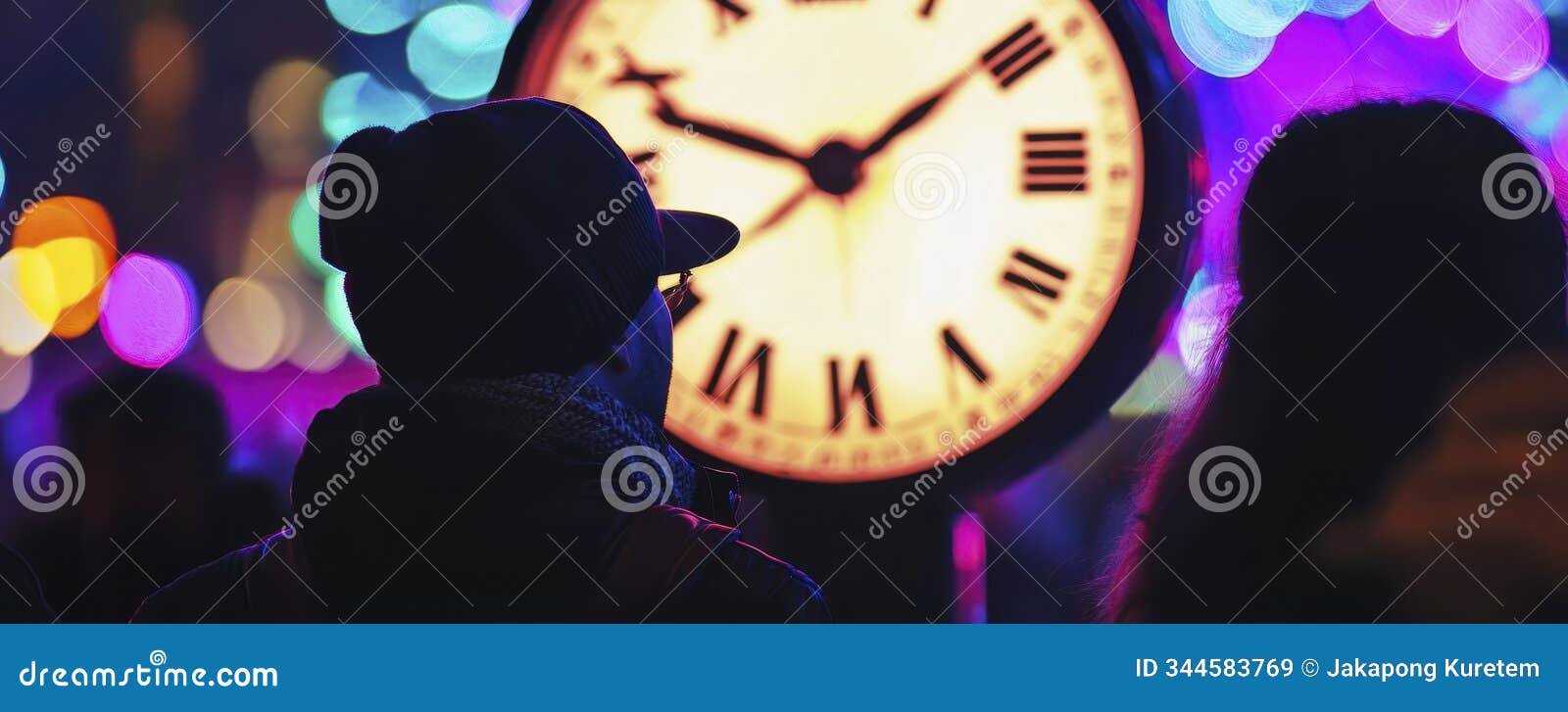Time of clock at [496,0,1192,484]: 1:48
